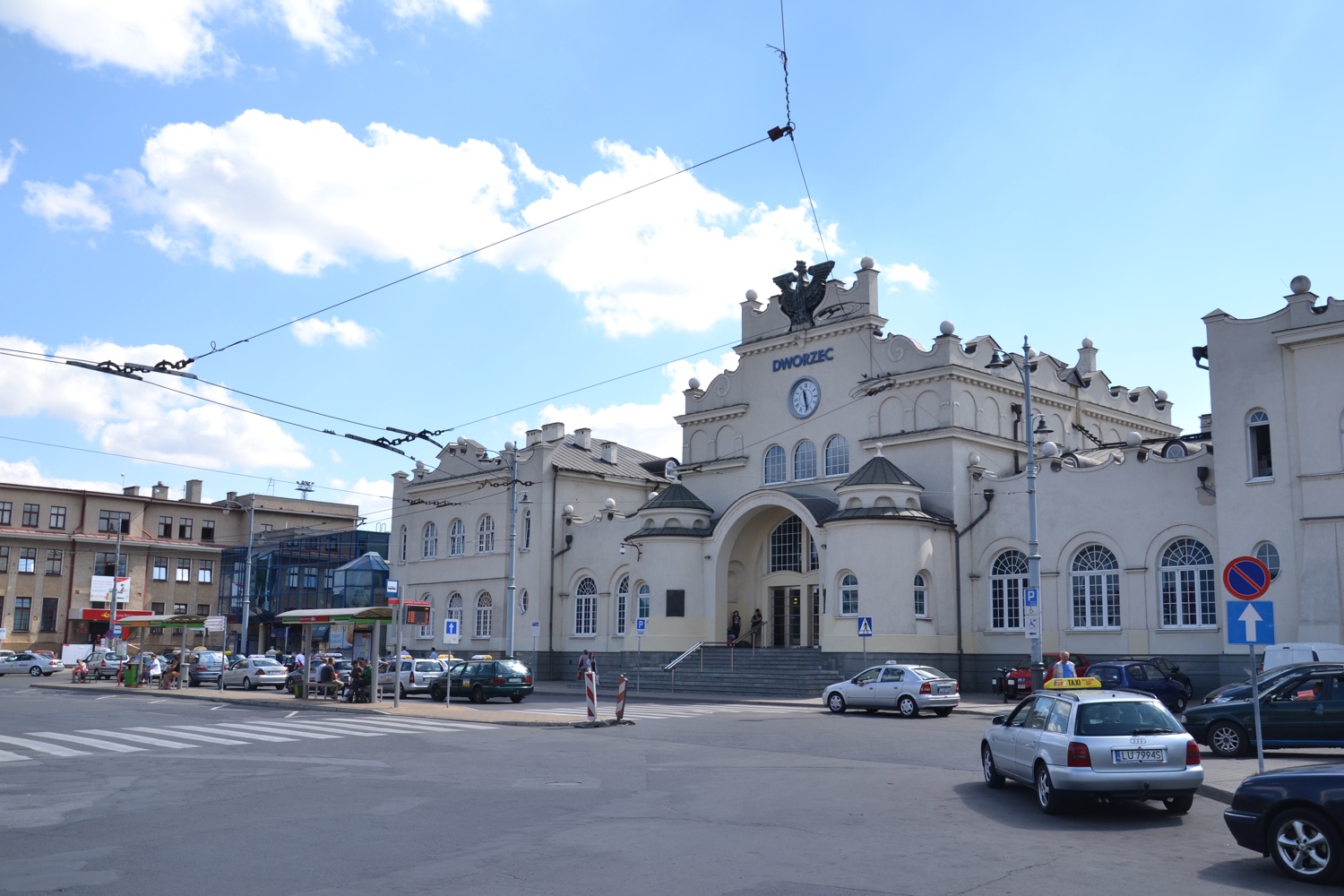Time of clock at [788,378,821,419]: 11:28
